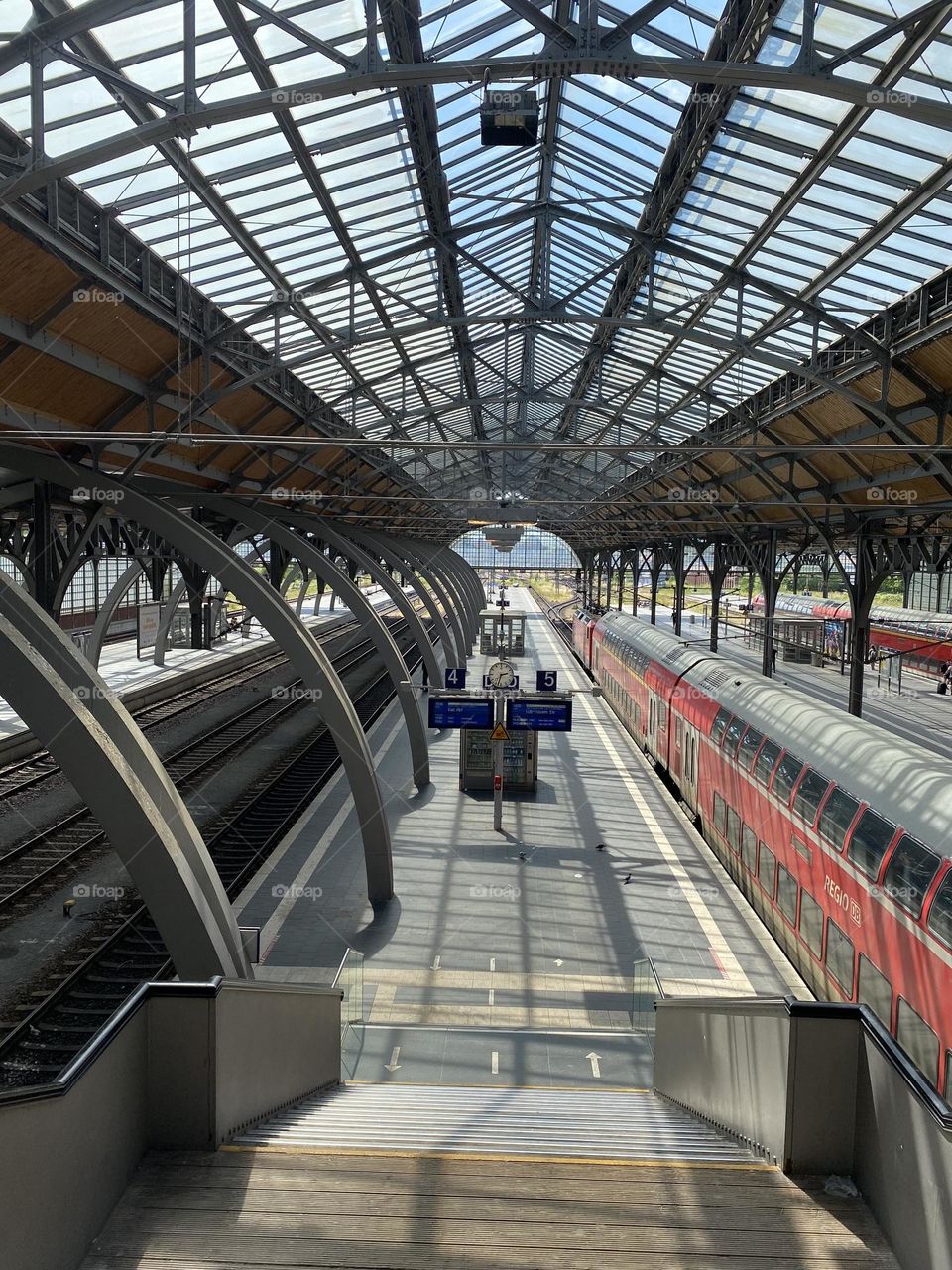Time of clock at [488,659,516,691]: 2:33
